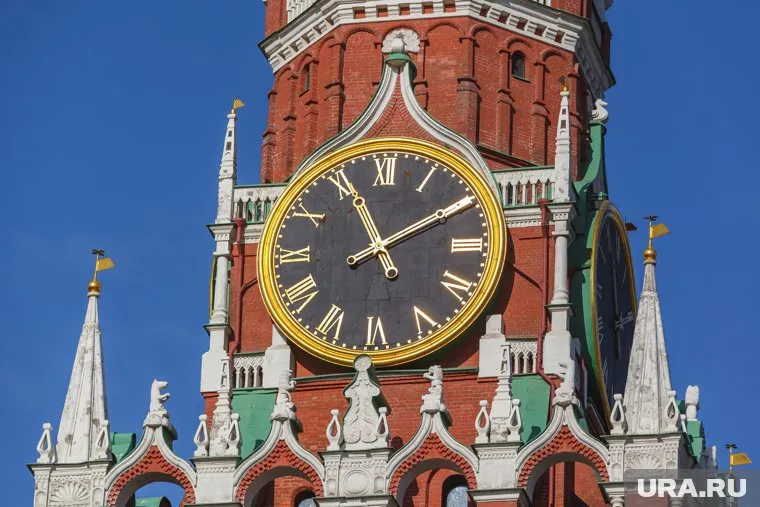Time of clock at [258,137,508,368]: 11:10
